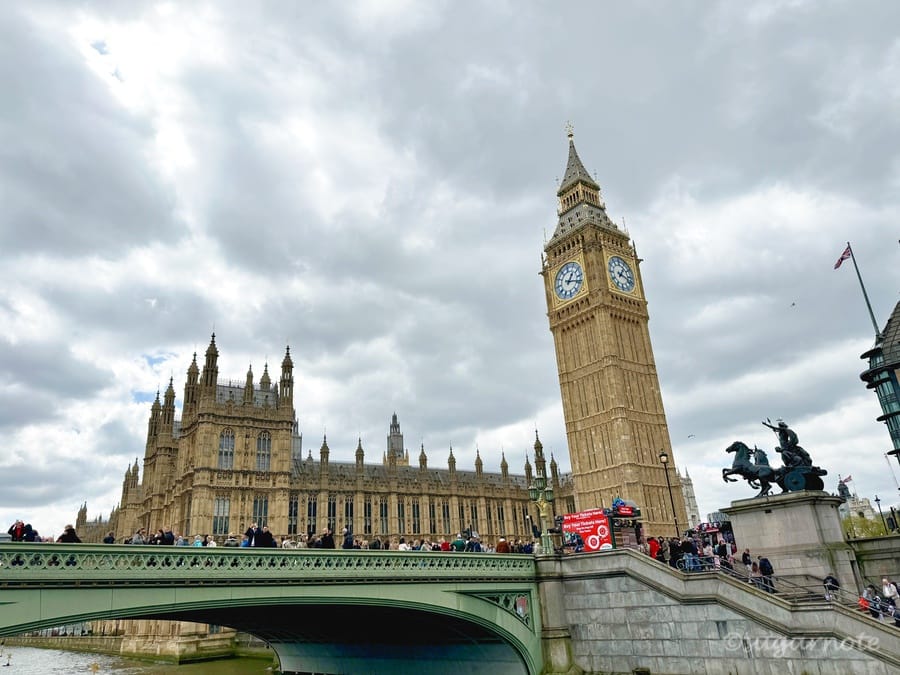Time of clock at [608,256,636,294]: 1:18
